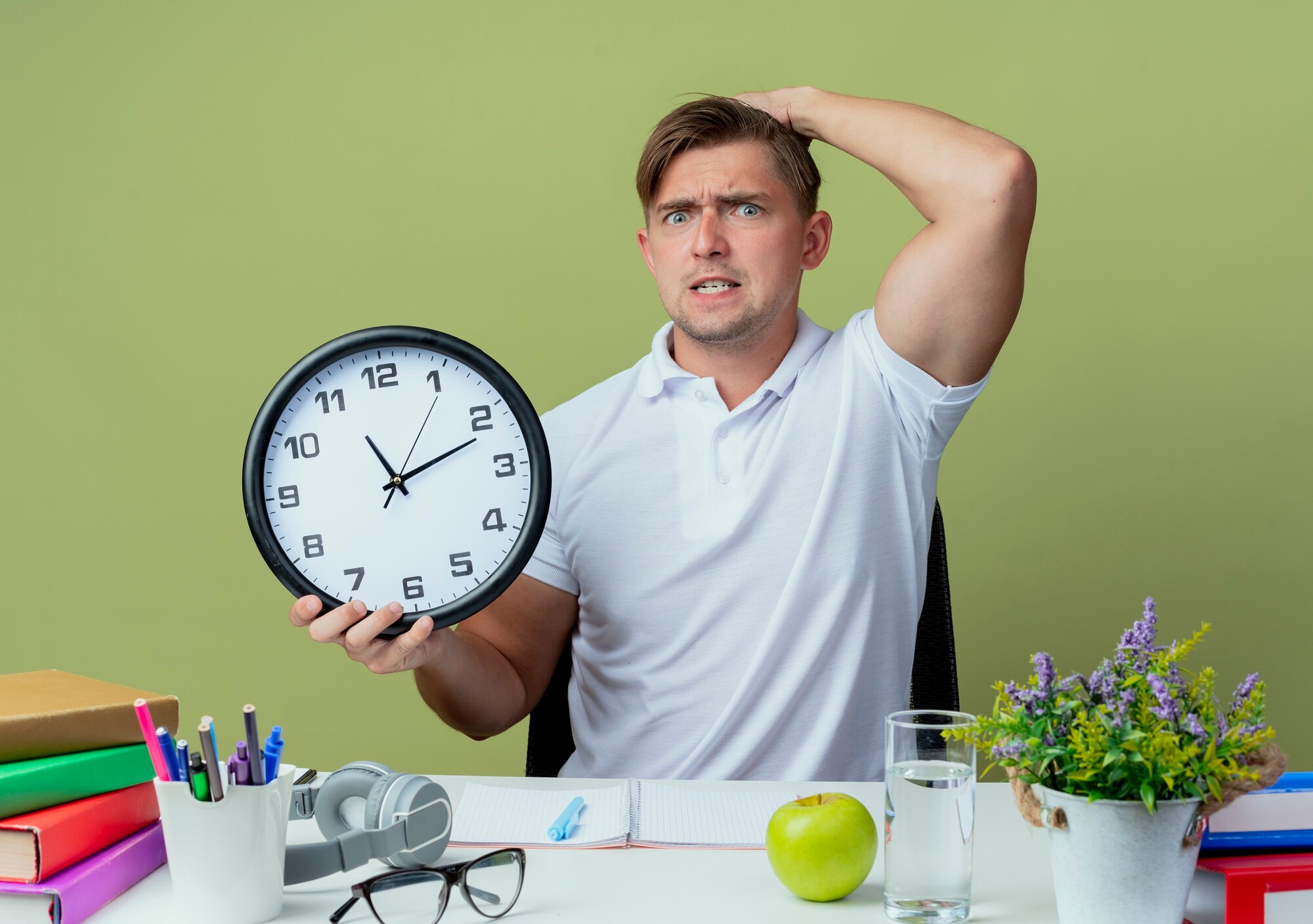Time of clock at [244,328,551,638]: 11:11
